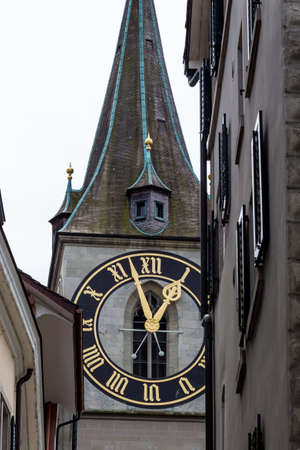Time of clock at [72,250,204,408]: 12:57
